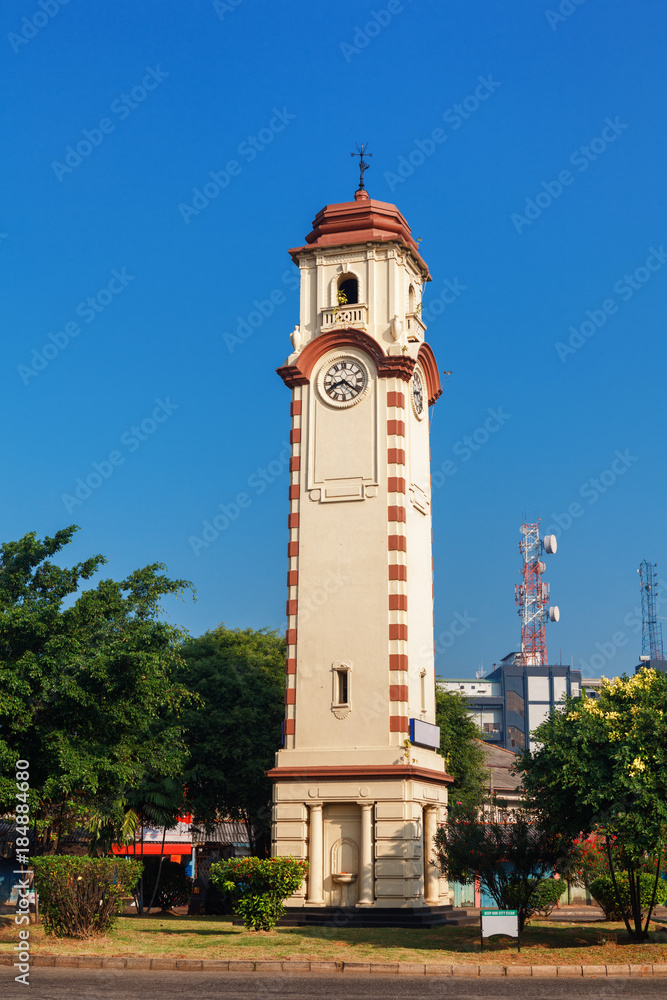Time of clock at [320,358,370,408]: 8:21
